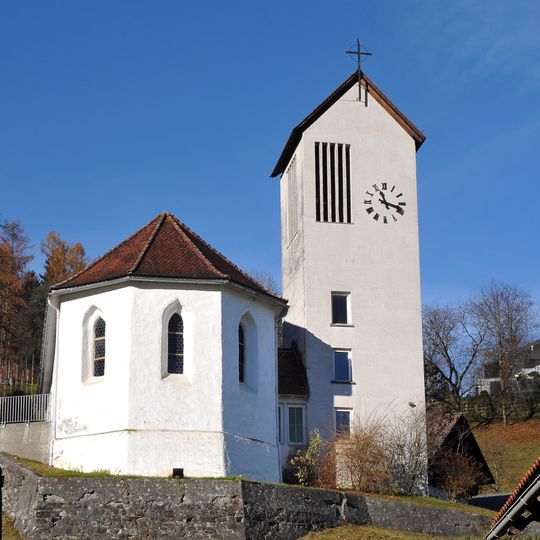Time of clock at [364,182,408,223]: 11:17
